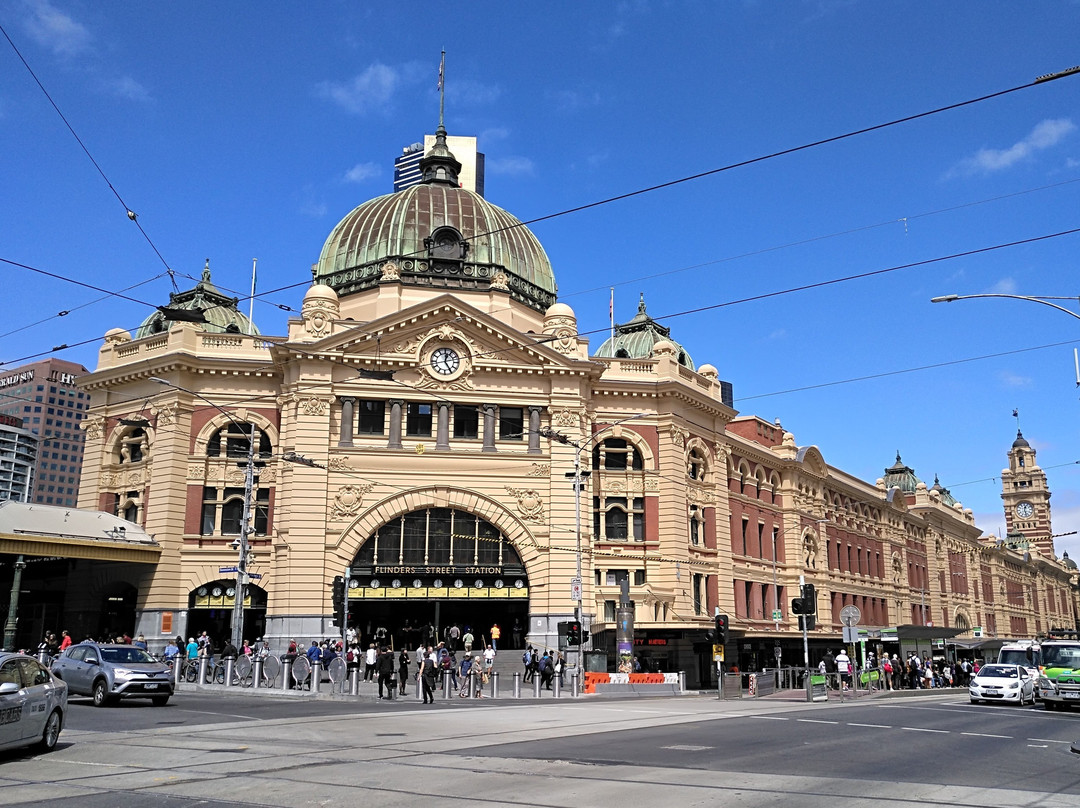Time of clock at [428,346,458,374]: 12:24
